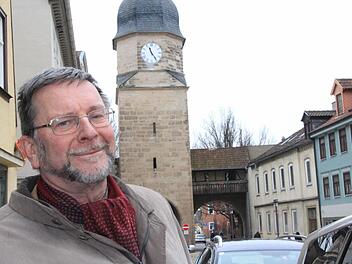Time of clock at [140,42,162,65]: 11:24
